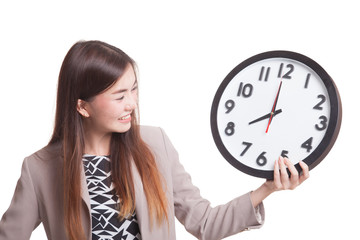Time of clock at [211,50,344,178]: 7:59
